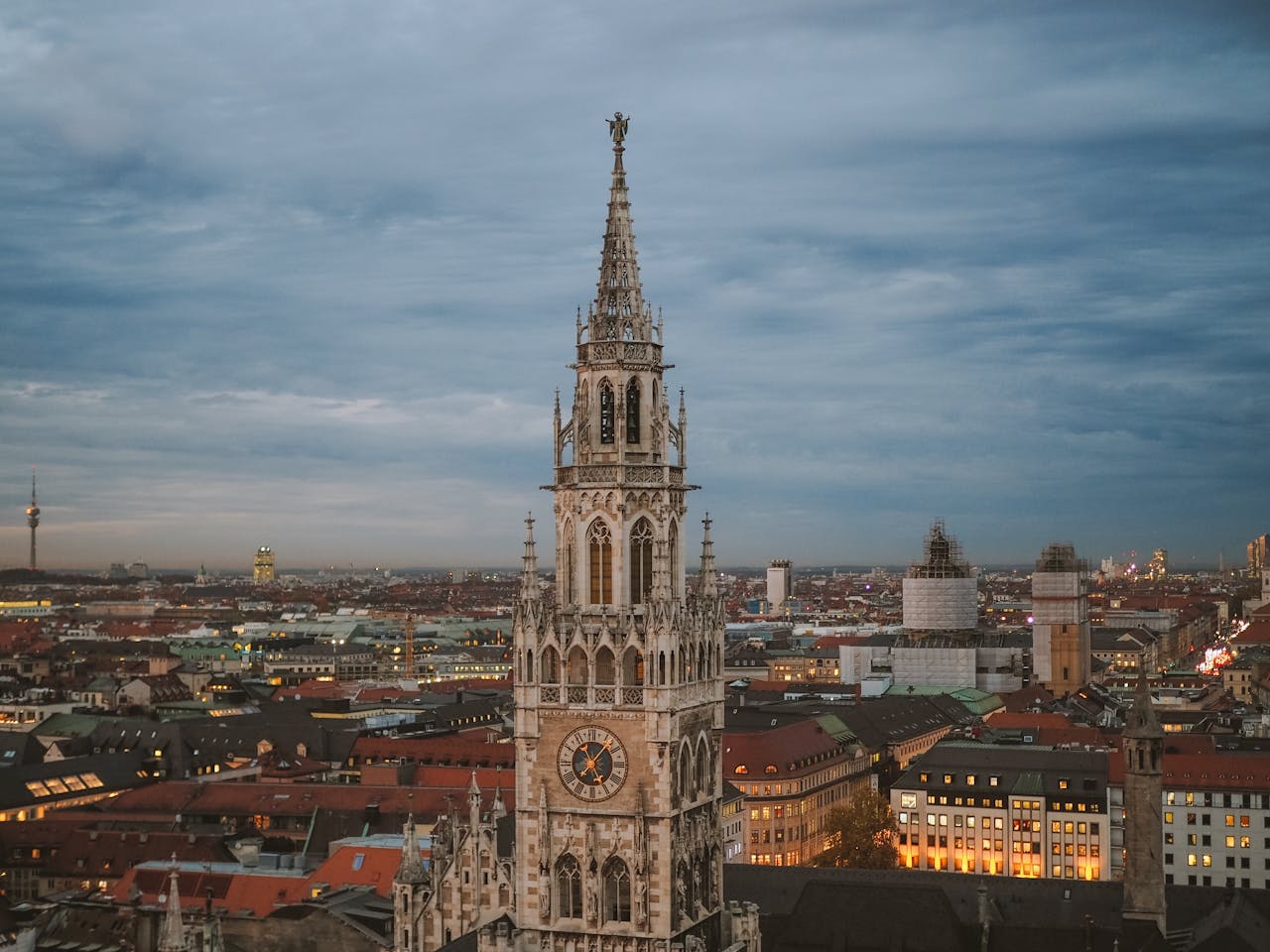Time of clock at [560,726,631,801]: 5:06
